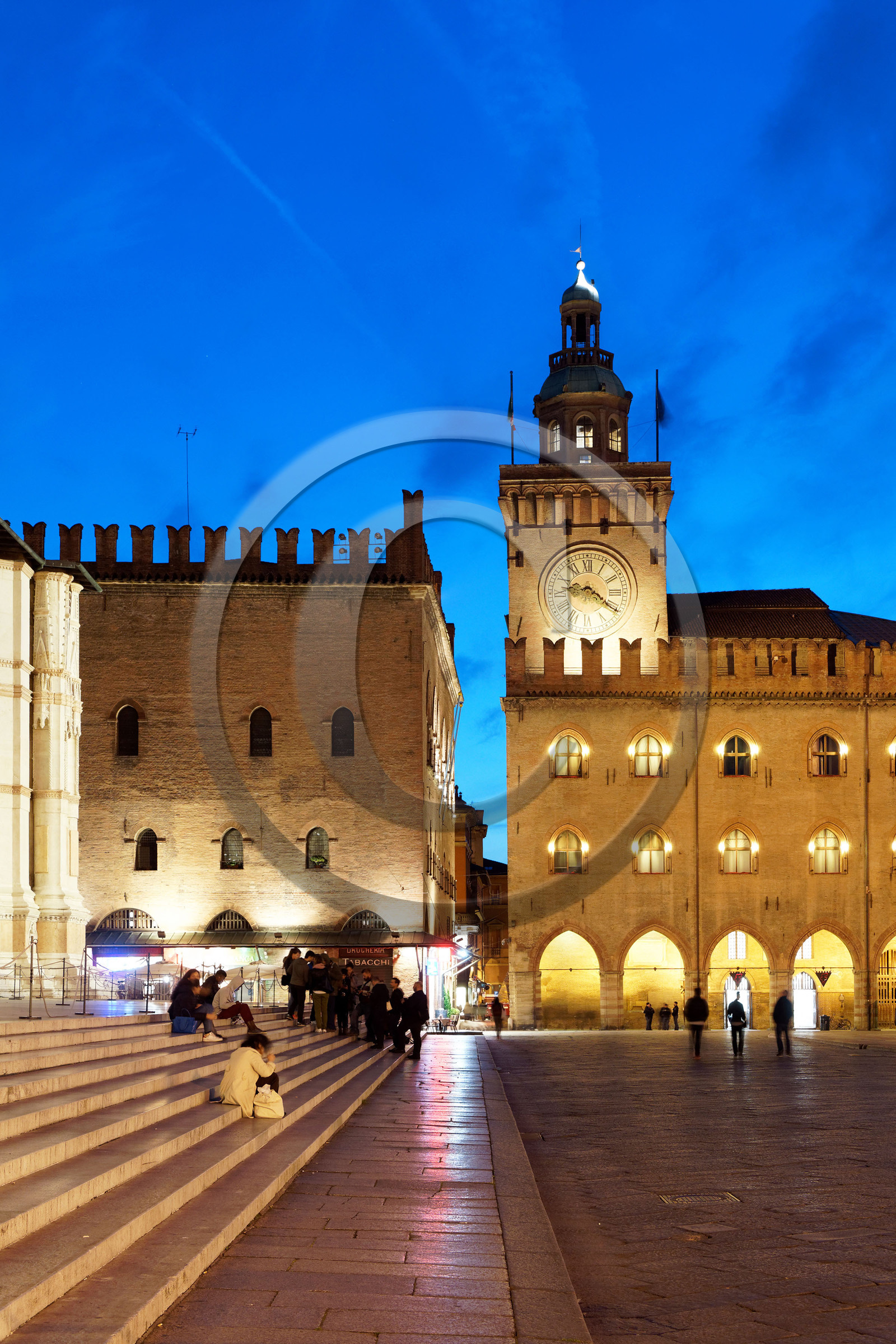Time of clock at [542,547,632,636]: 9:20
